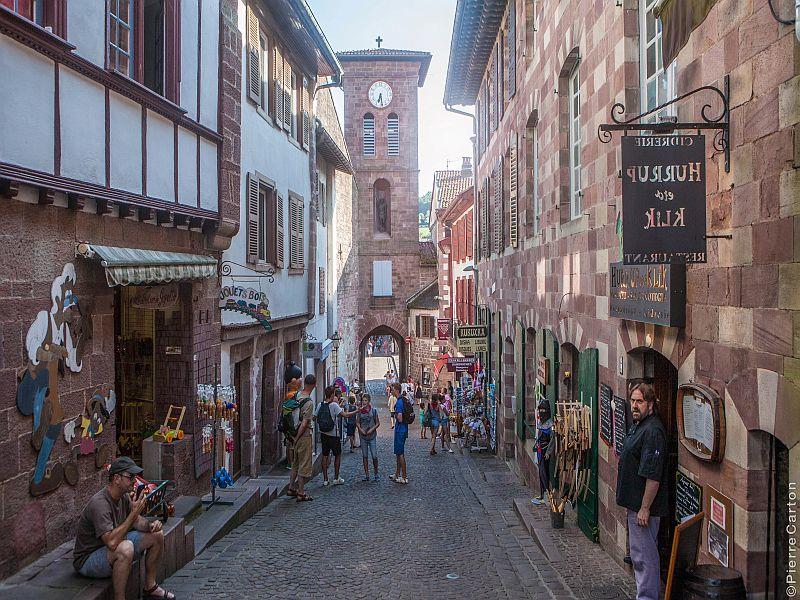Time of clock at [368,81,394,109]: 6:28
